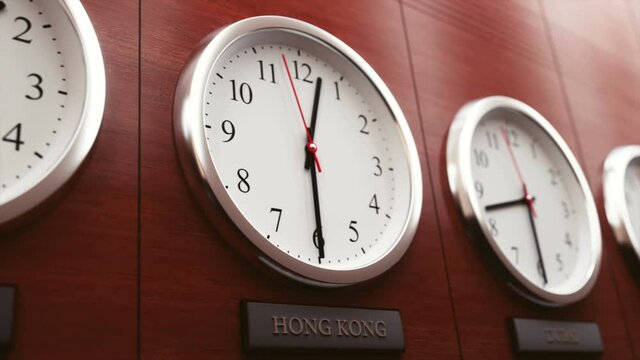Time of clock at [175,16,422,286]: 12:29
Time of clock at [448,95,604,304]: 8:29
